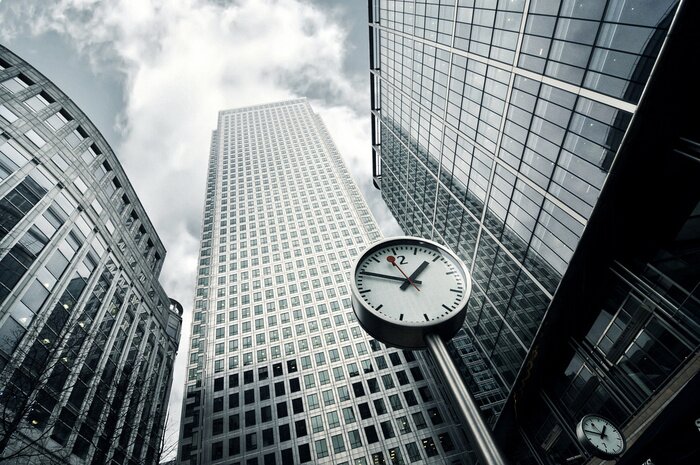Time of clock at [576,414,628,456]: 12:45
